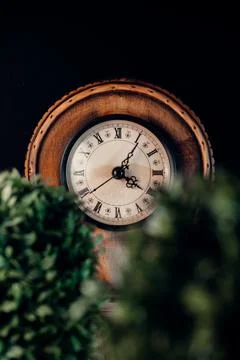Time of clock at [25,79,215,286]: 4:05
